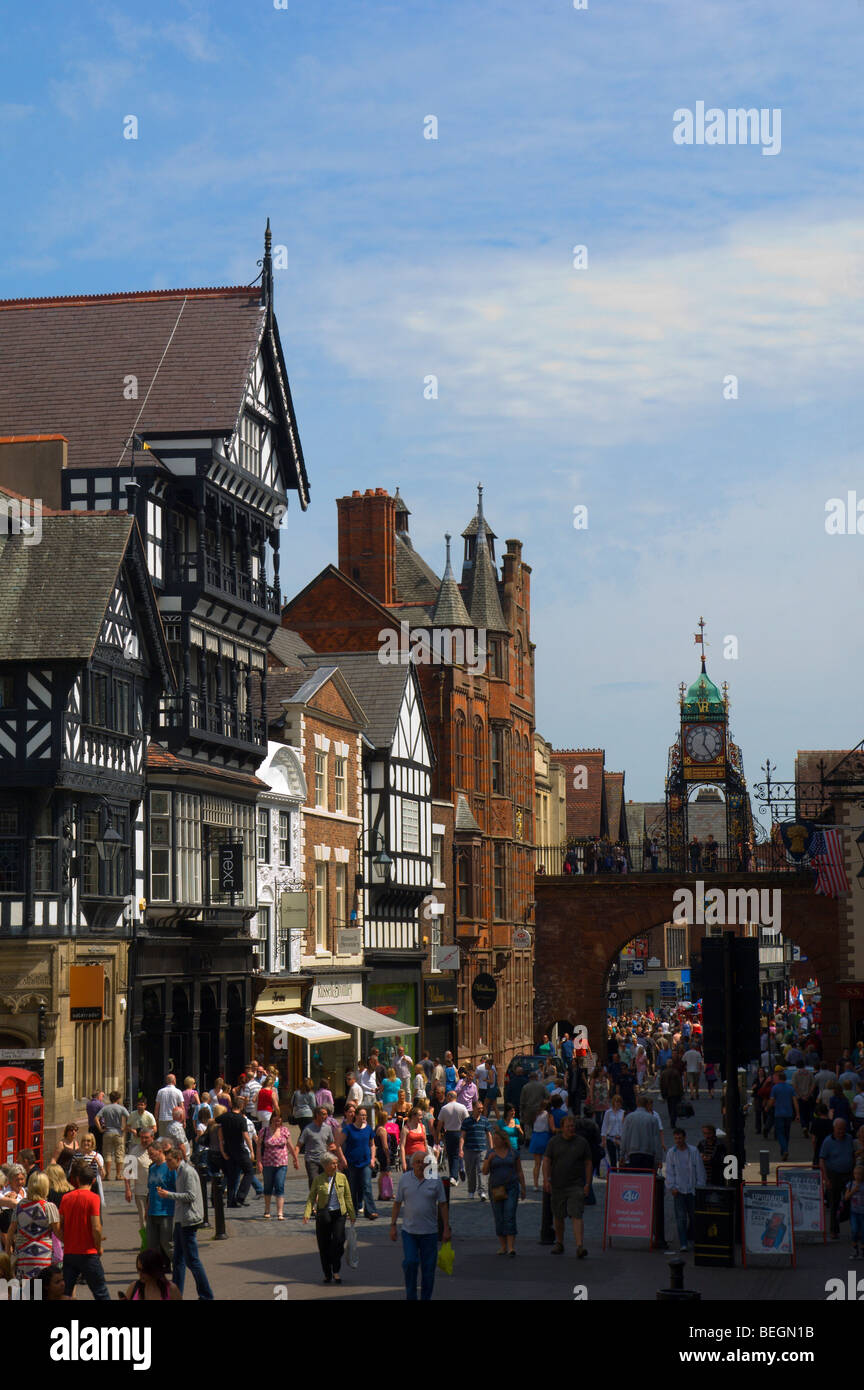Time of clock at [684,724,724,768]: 12:24
